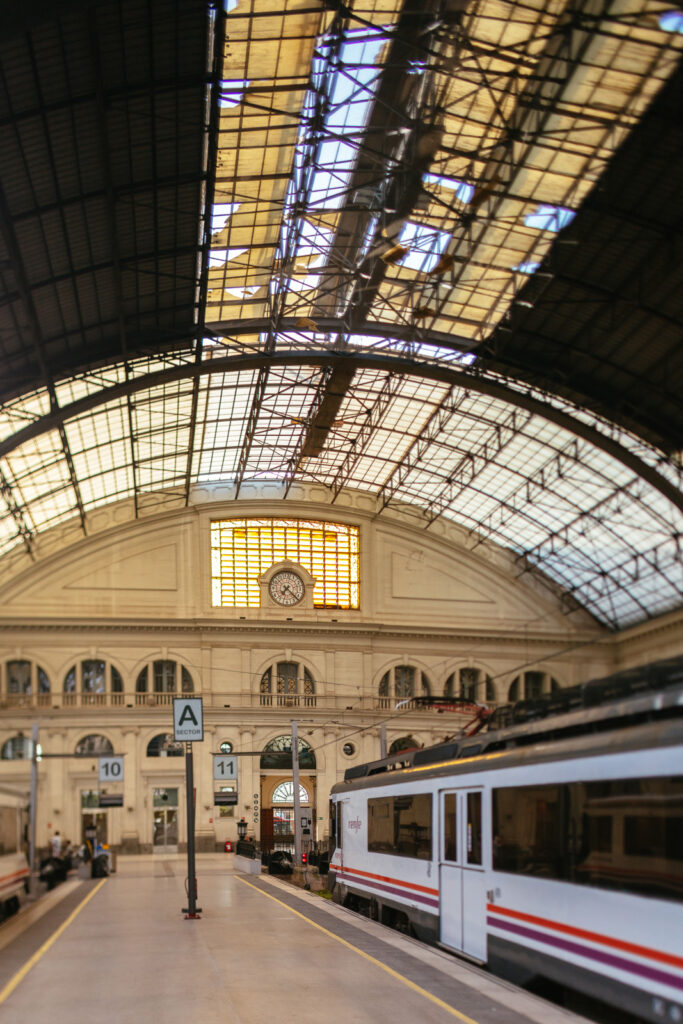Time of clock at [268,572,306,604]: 7:22
